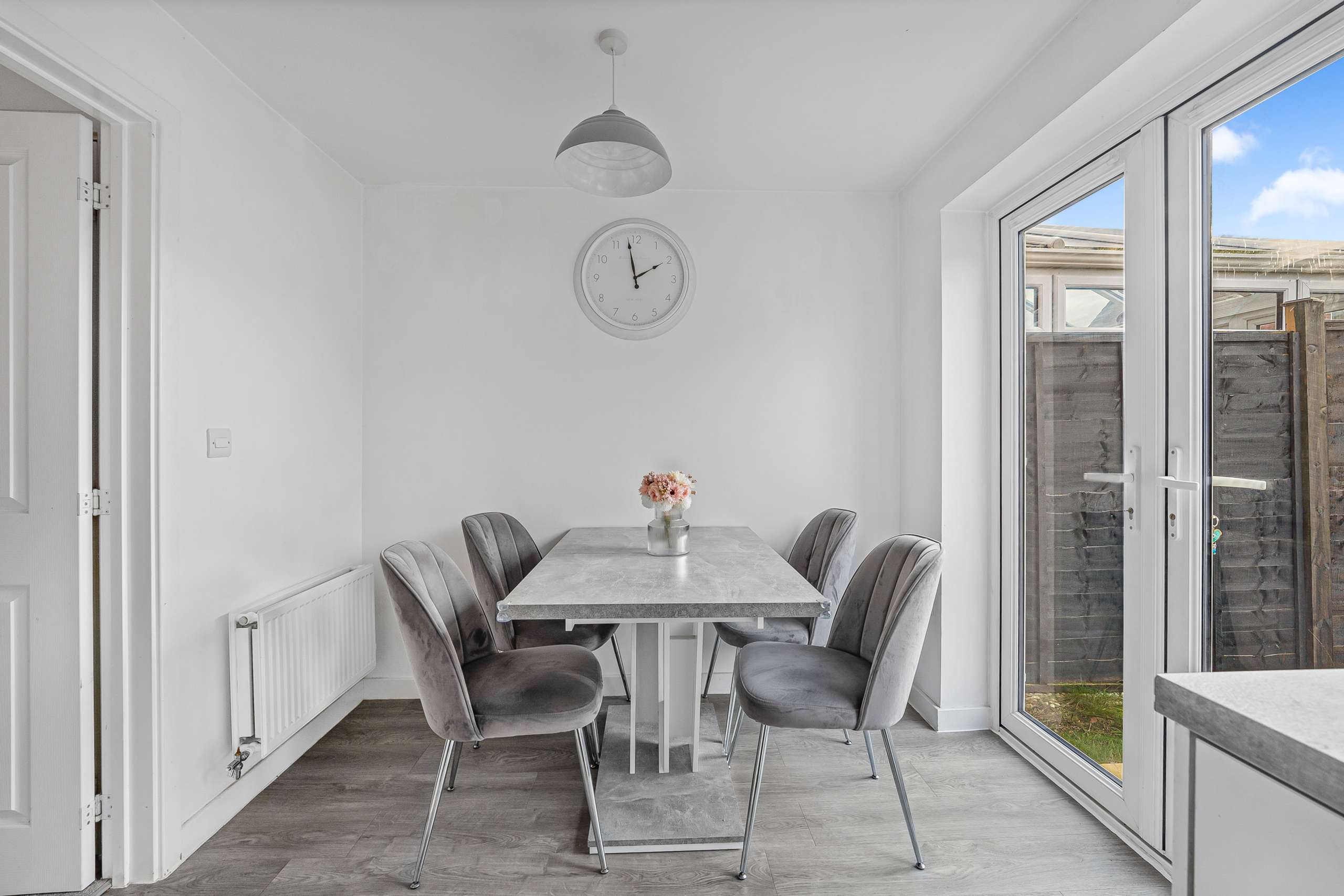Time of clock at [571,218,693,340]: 1:58
